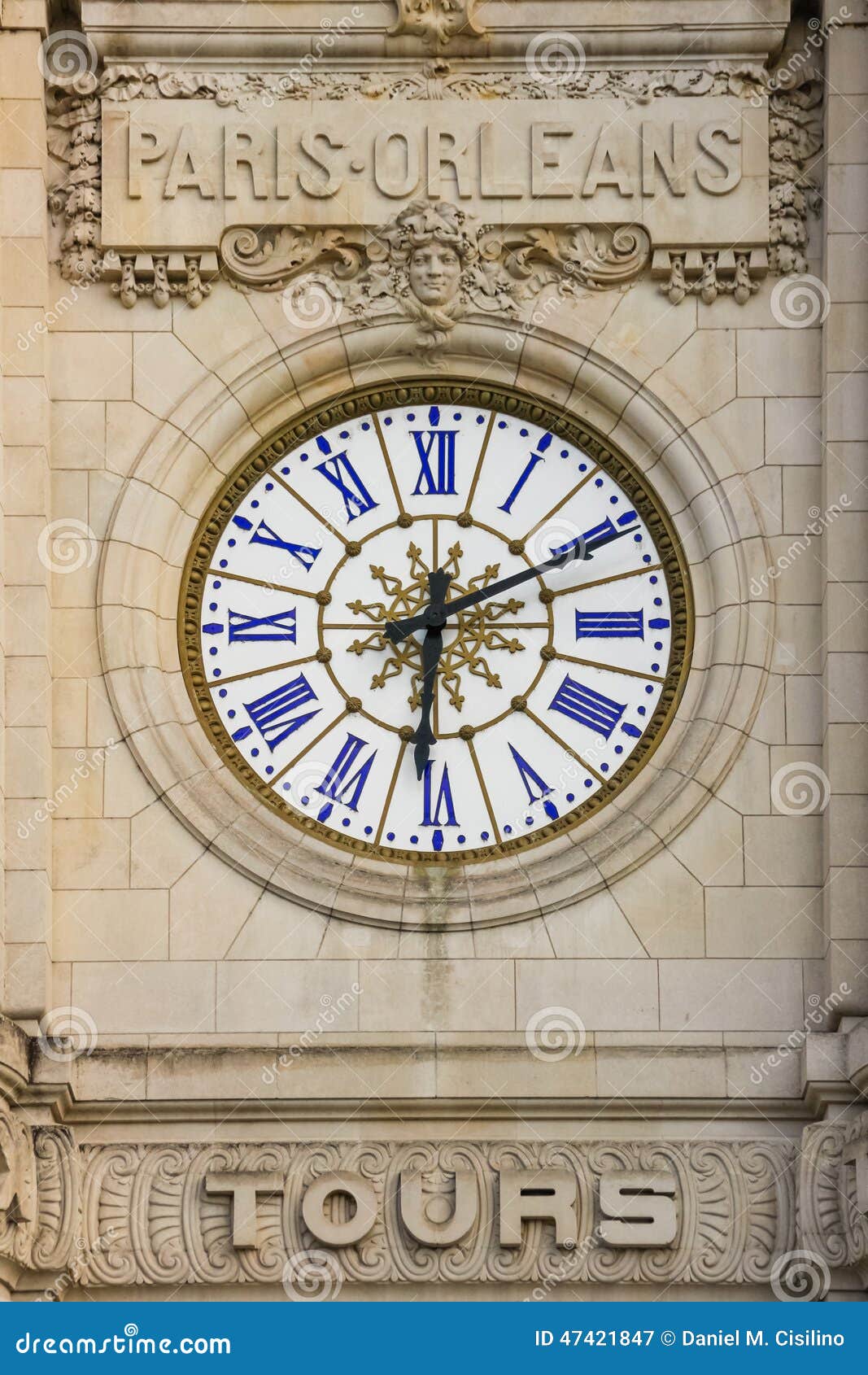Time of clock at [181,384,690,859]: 6:10
